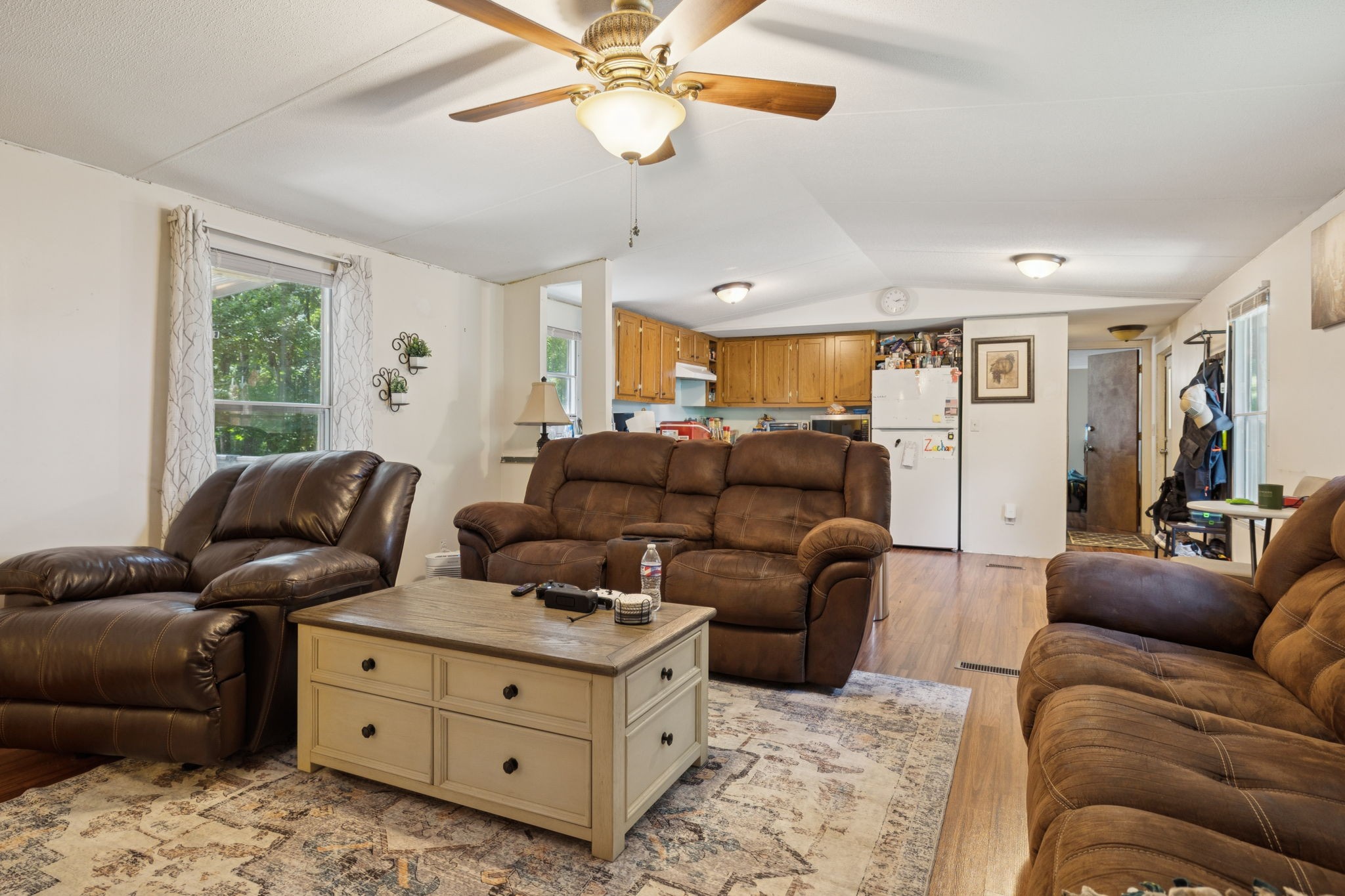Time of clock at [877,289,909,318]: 2:14
